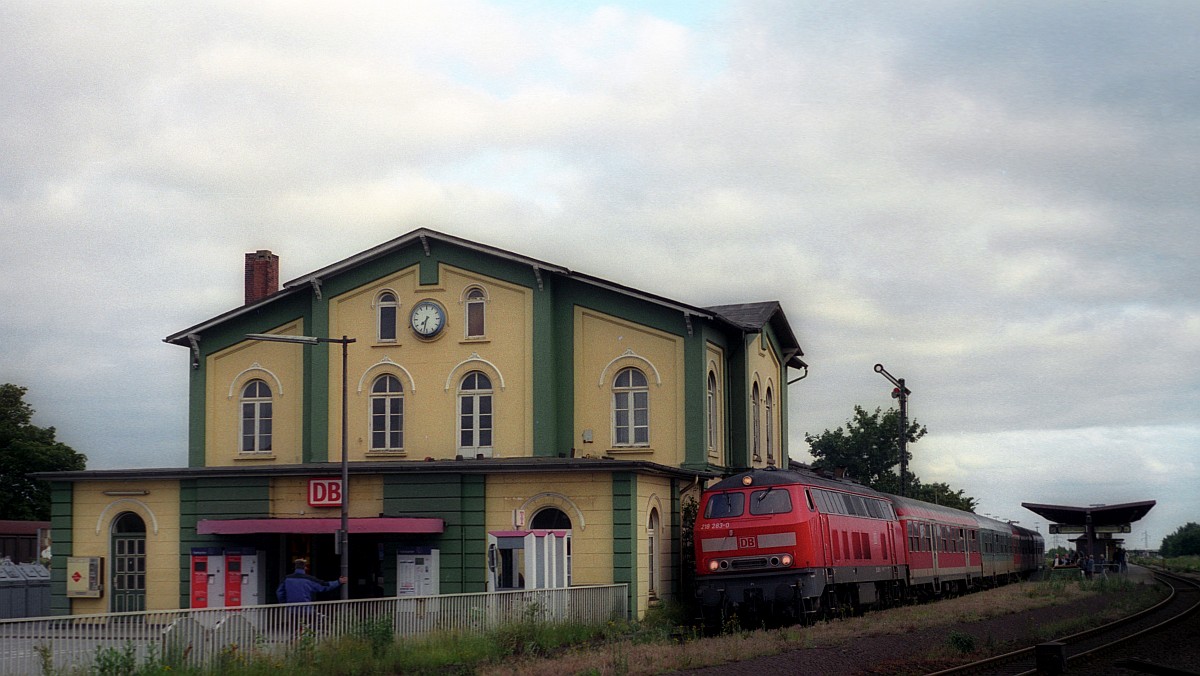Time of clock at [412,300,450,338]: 7:32
